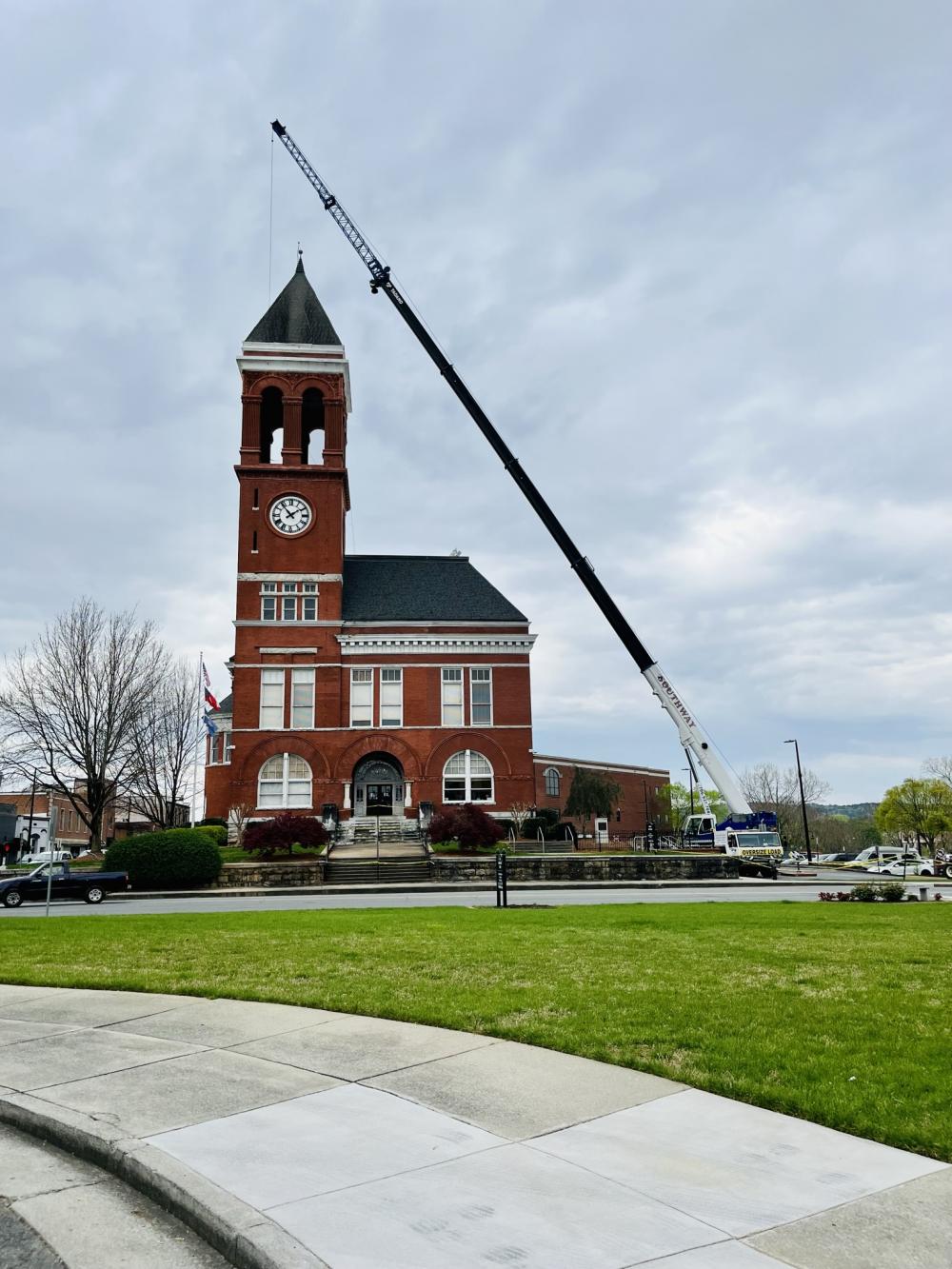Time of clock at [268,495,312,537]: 1:53
